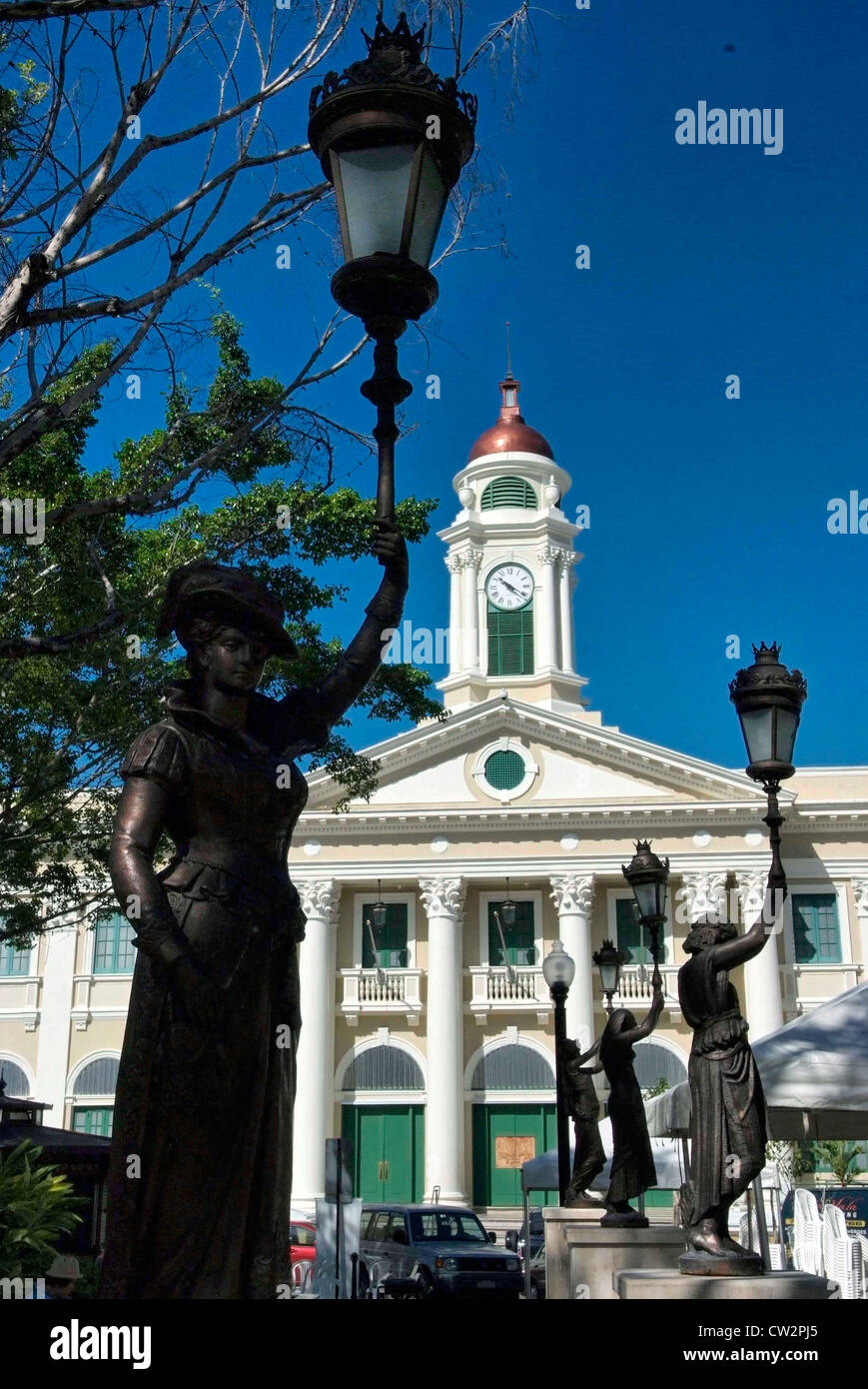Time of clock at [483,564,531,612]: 10:20
